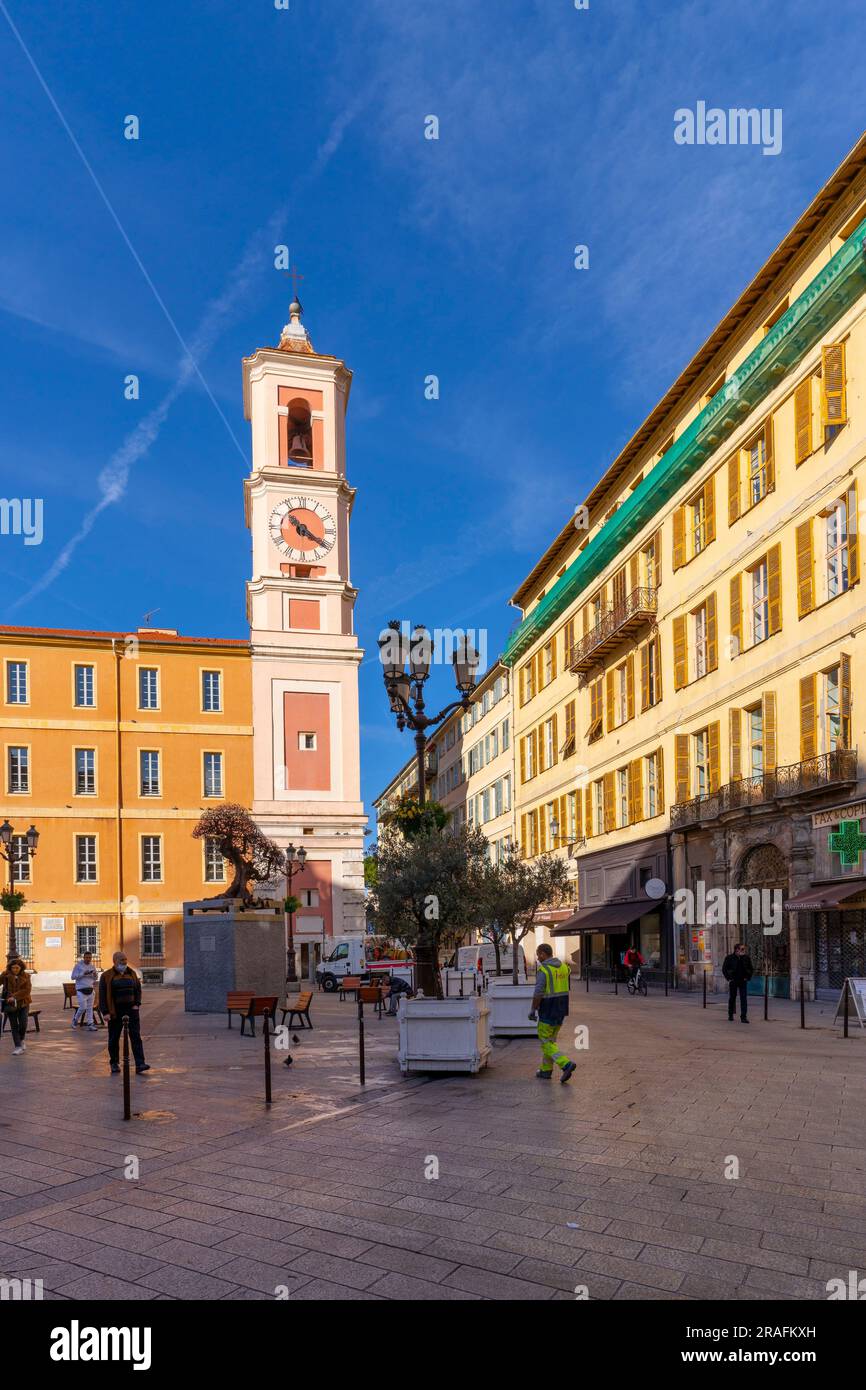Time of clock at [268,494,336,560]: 10:20
